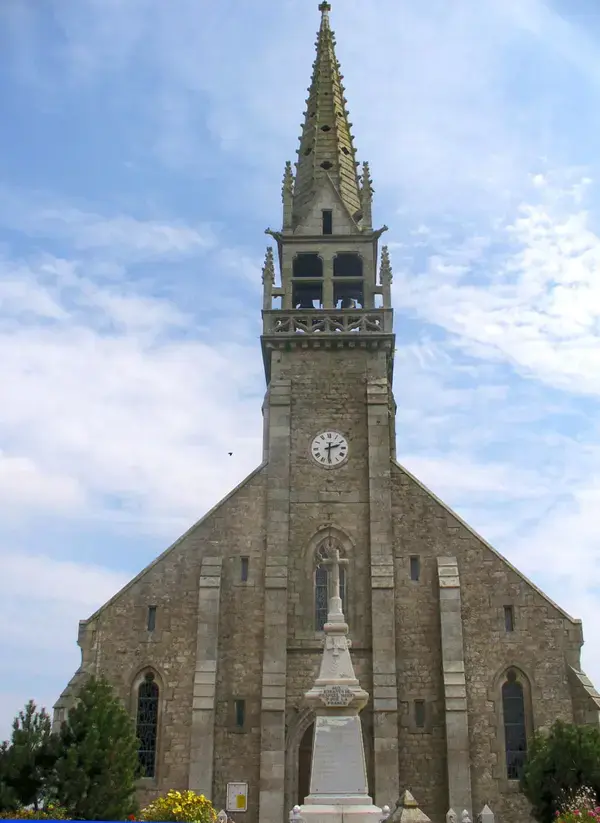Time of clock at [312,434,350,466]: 2:30
